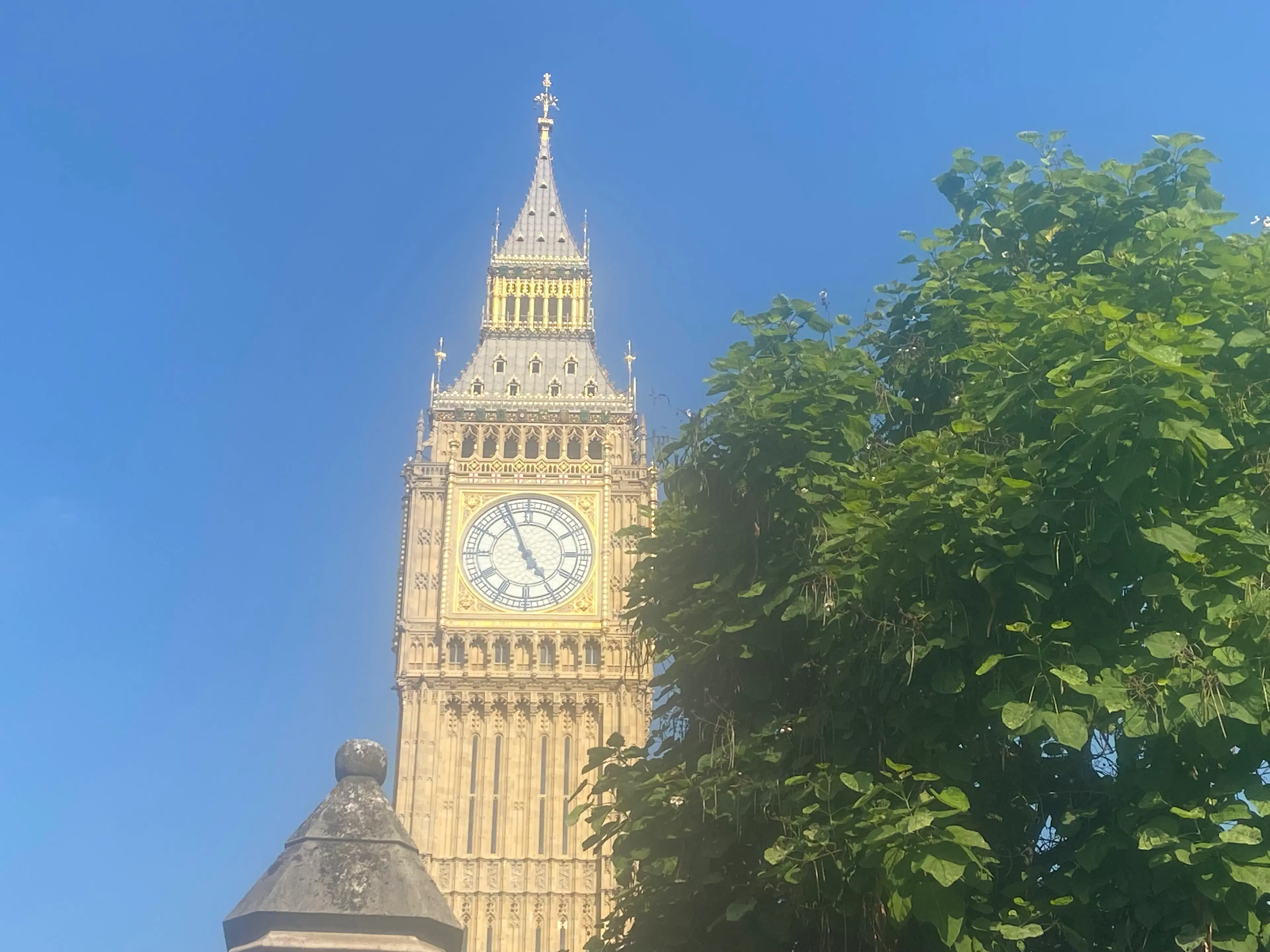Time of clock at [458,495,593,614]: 4:56
